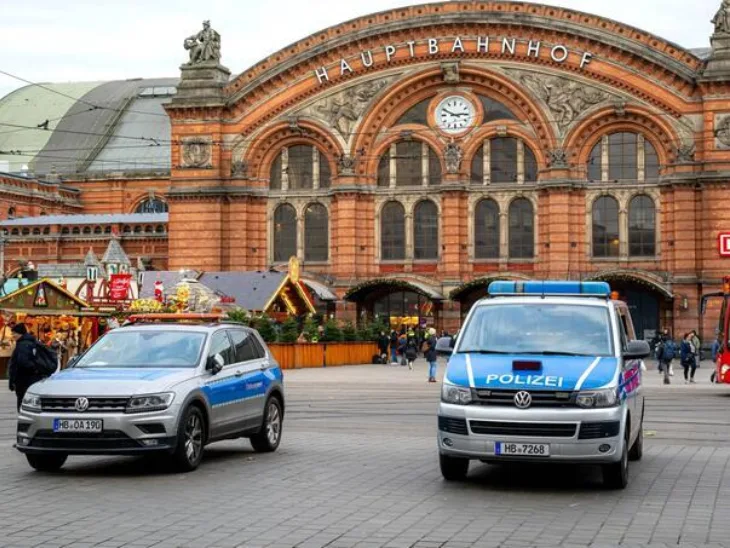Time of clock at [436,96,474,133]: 2:49
